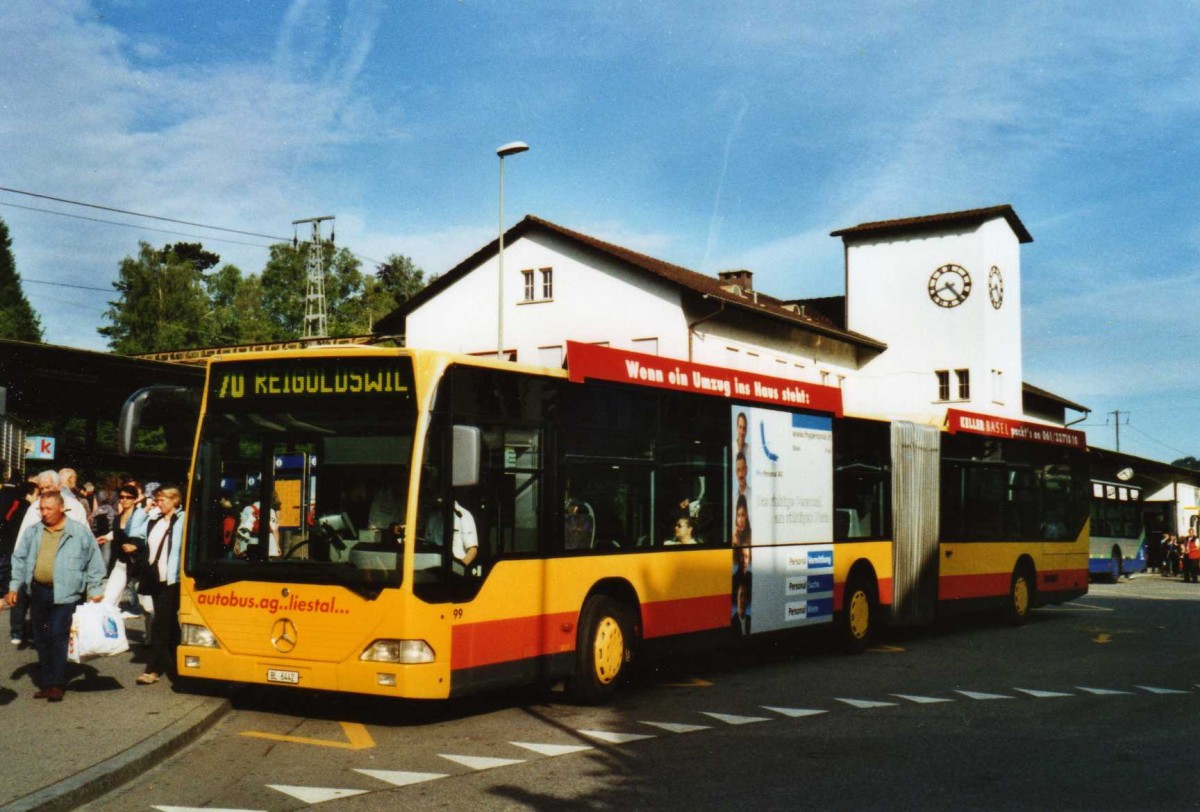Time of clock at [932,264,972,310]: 4:41
